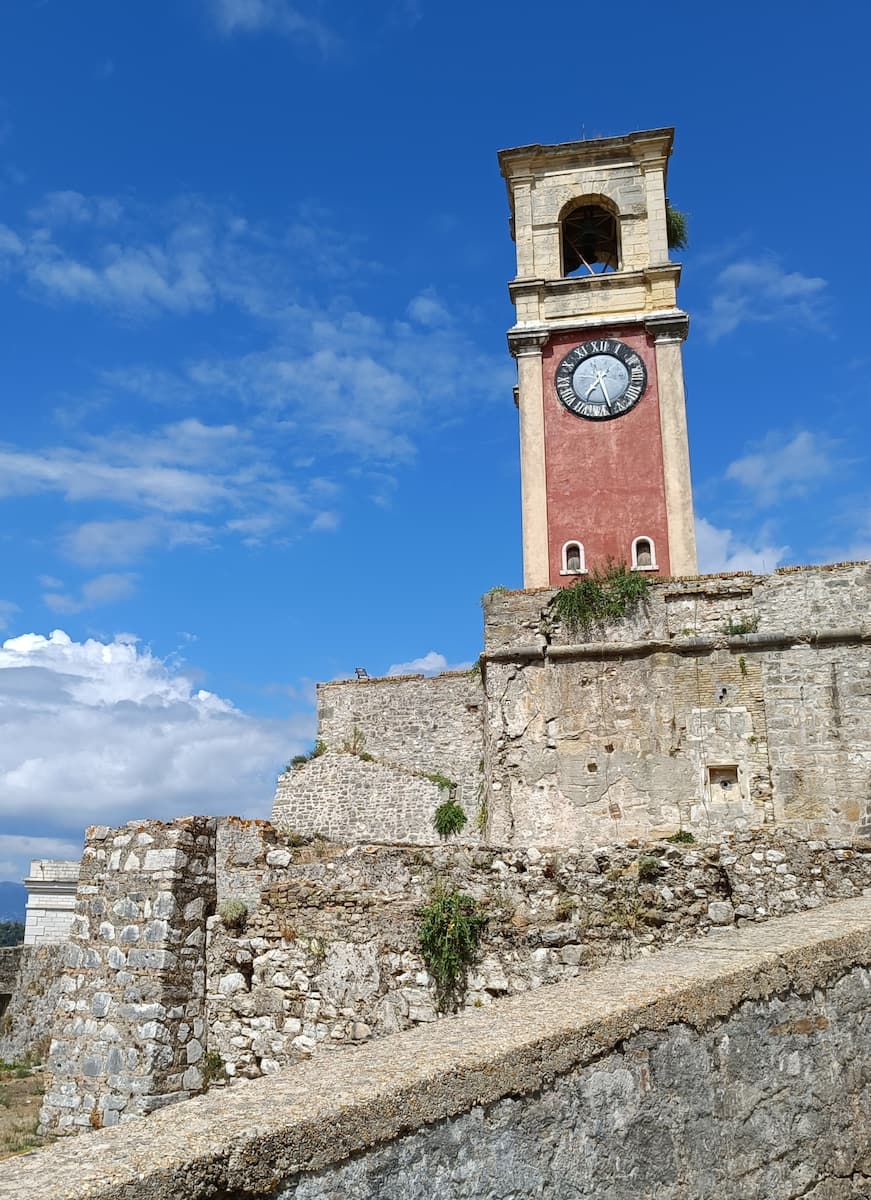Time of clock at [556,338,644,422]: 7:27
